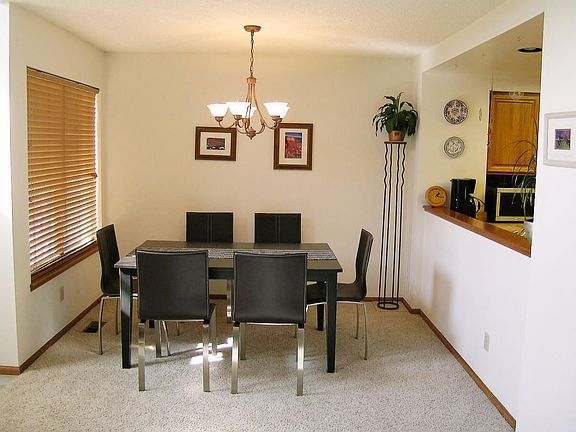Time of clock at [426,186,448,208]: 1:16
